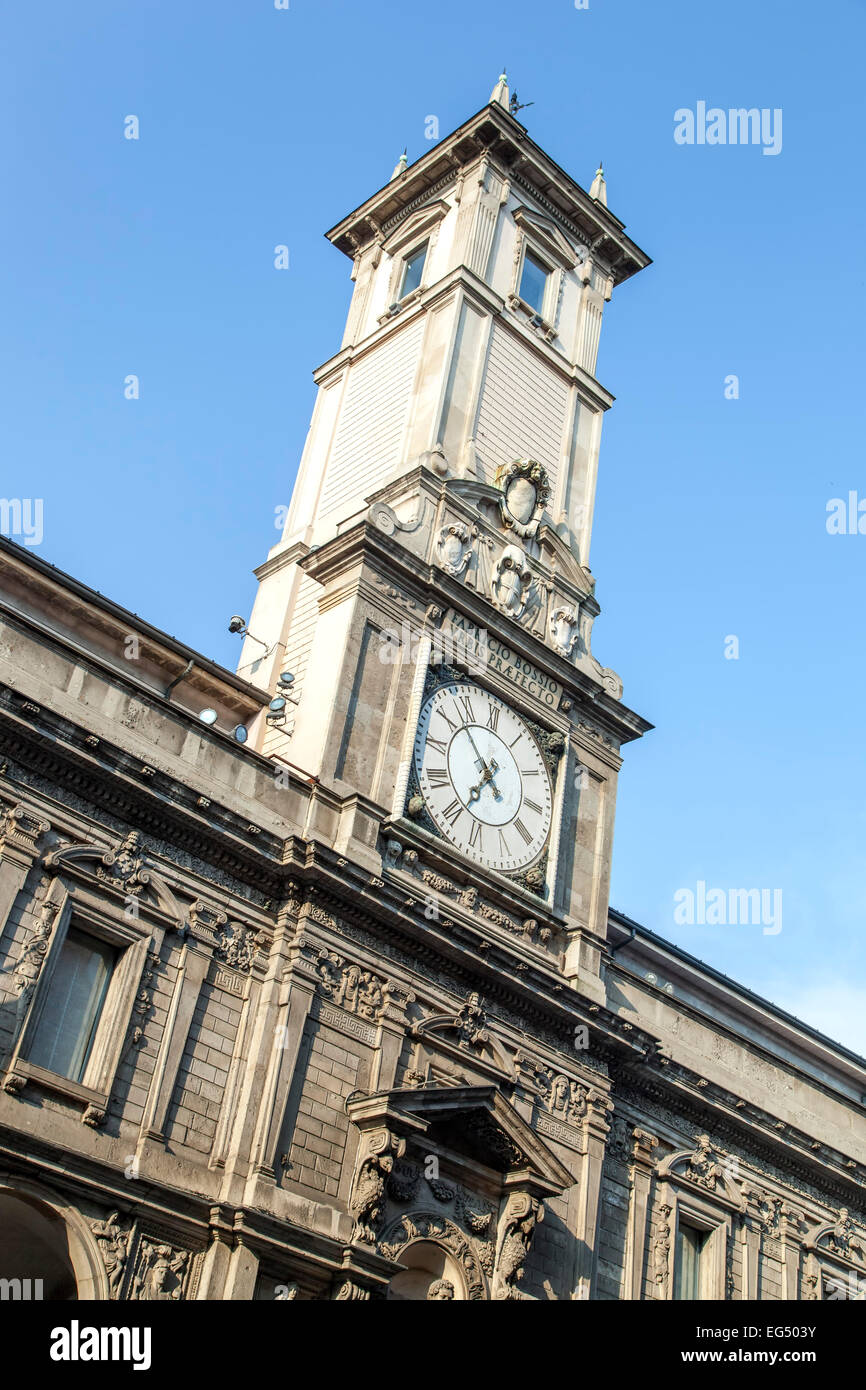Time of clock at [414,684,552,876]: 6:52
